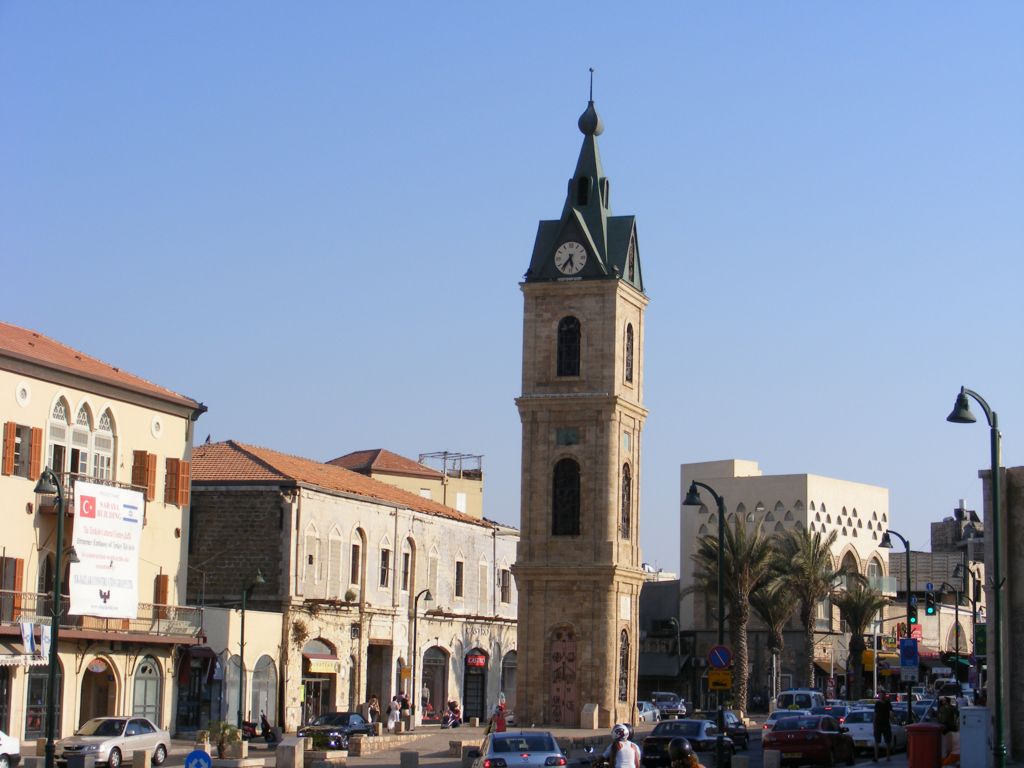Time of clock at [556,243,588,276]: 5:36
